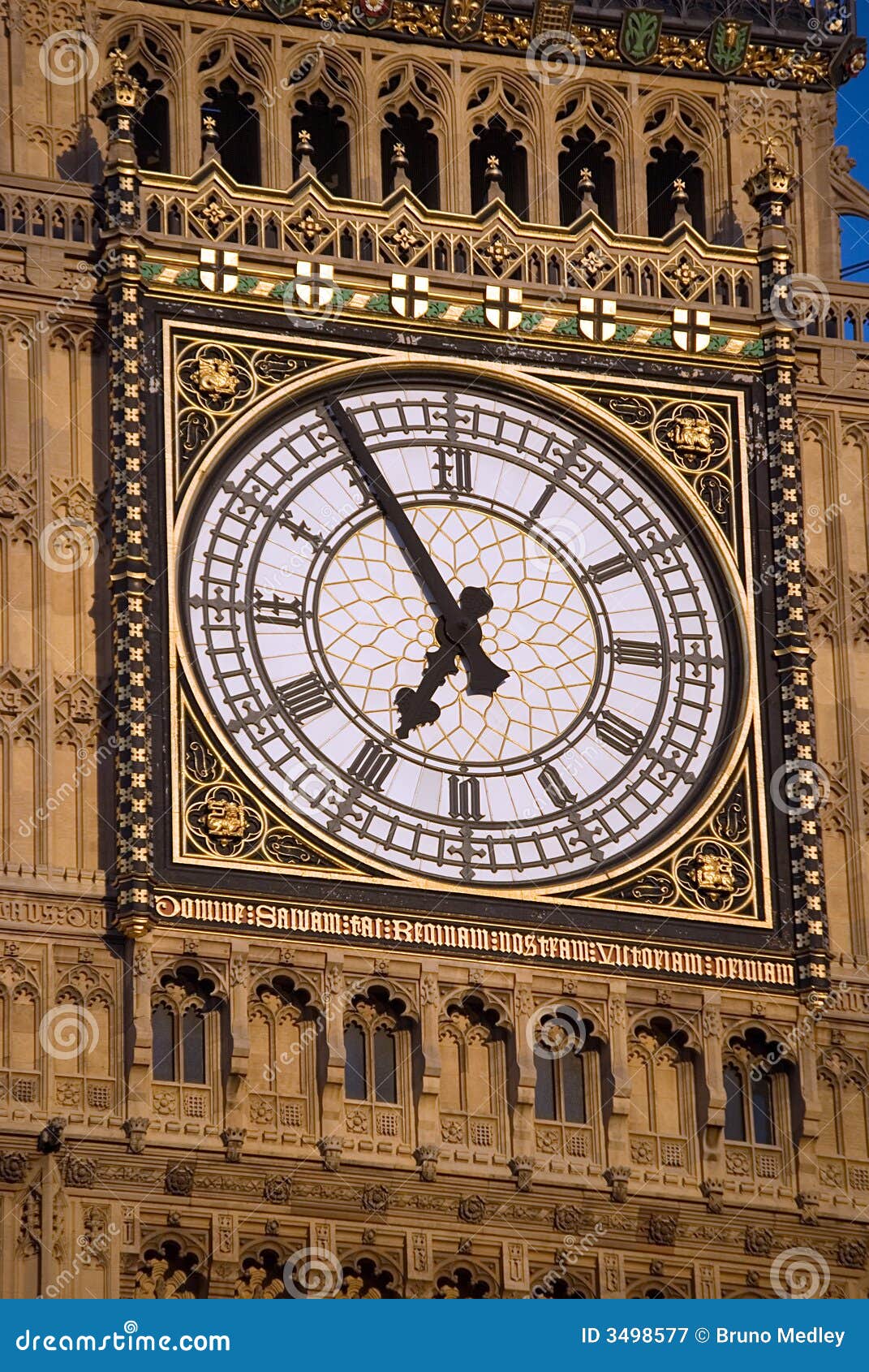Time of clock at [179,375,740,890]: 6:54
